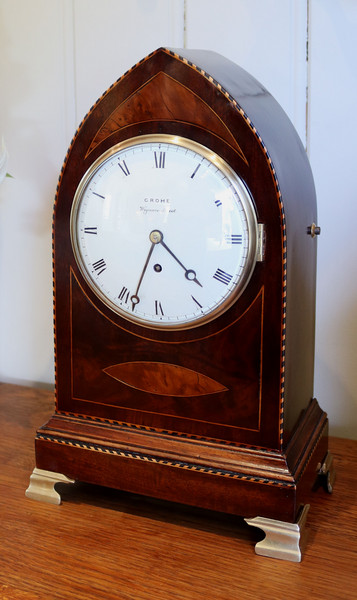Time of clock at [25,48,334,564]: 4:33
